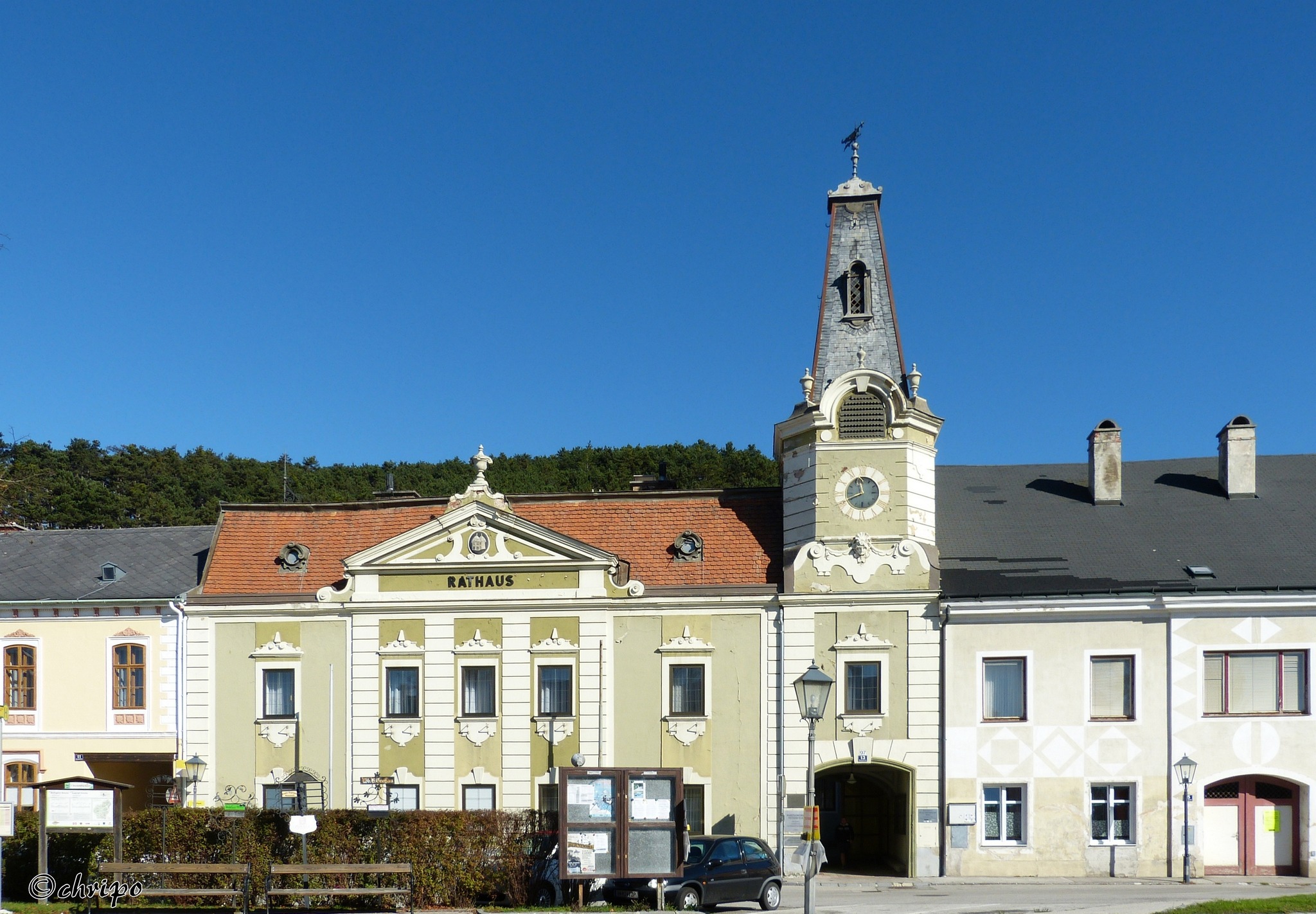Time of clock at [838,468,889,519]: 11:40
